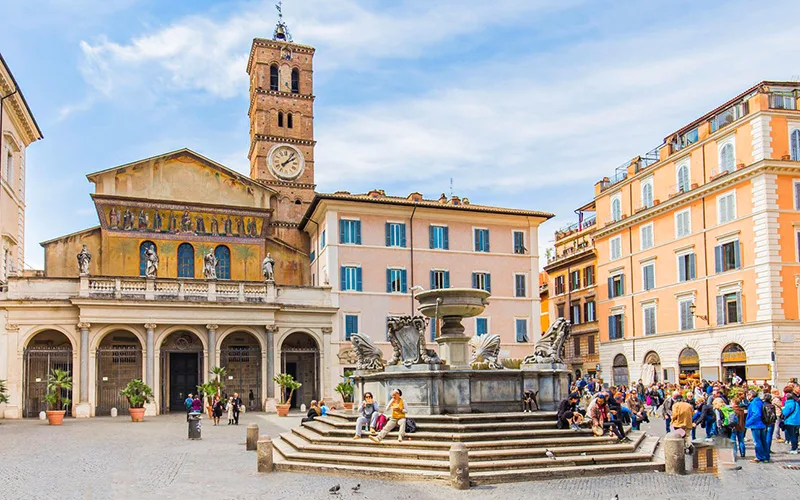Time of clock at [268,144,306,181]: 2:06
